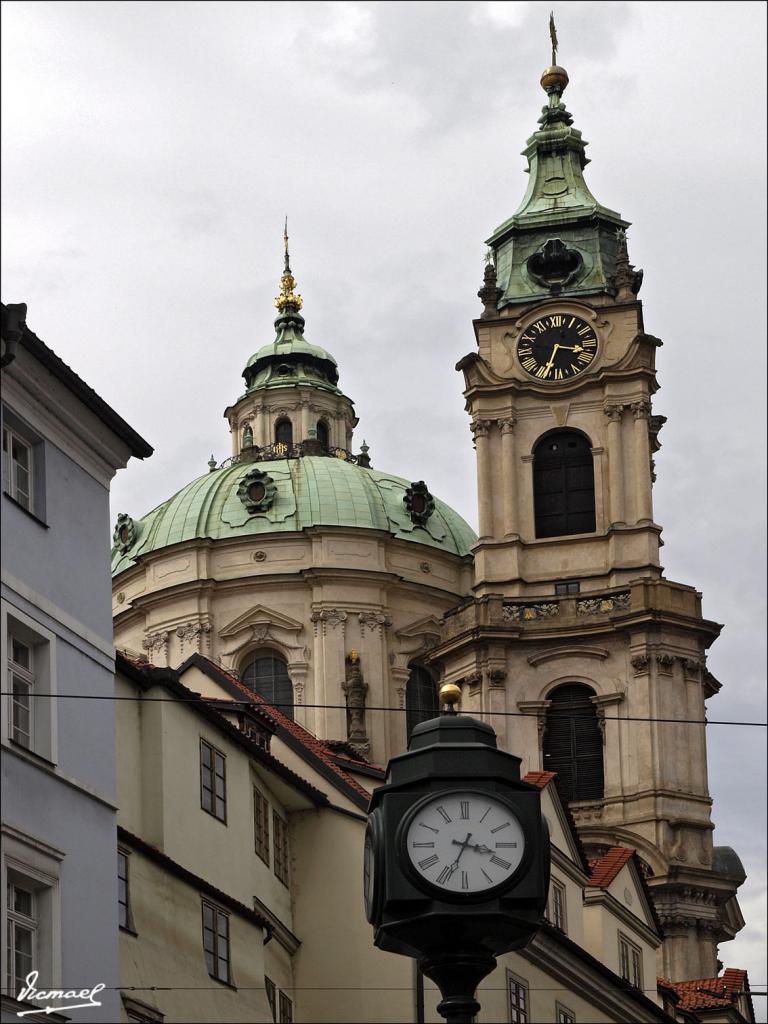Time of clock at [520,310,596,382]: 3:33
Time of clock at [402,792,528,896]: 3:33
